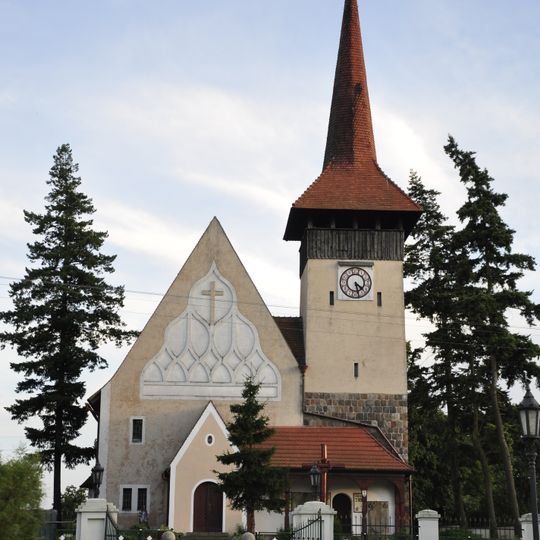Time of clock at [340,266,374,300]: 4:27
